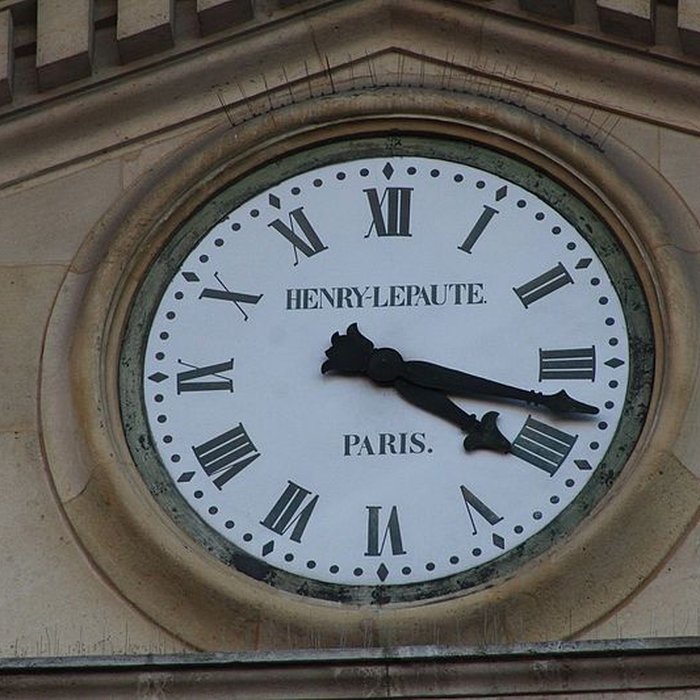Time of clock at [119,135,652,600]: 4:17
